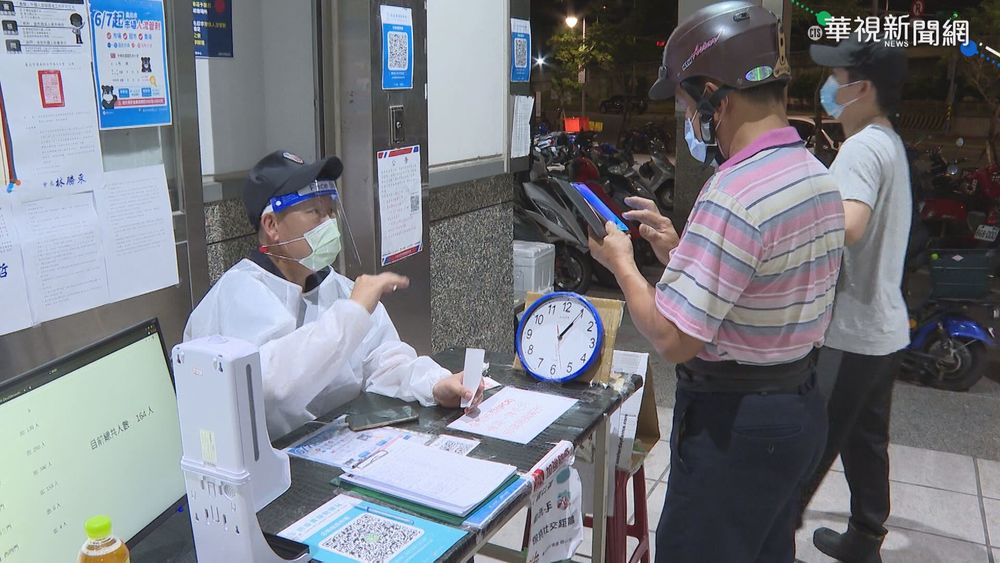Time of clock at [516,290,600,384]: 1:05
